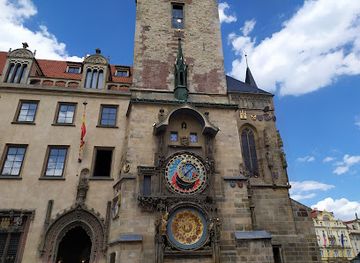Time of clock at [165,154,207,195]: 1:37
